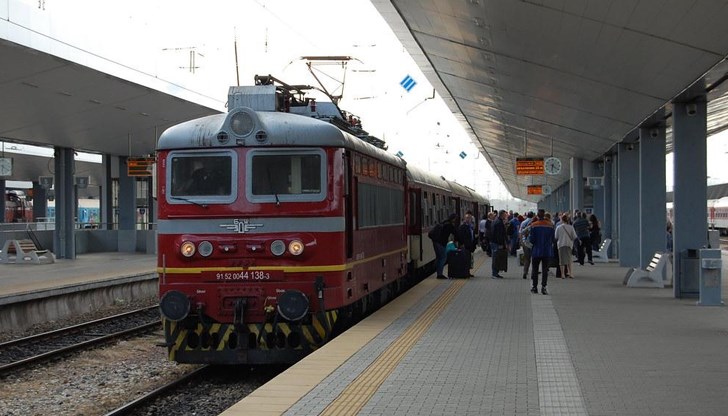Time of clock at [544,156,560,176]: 6:21
